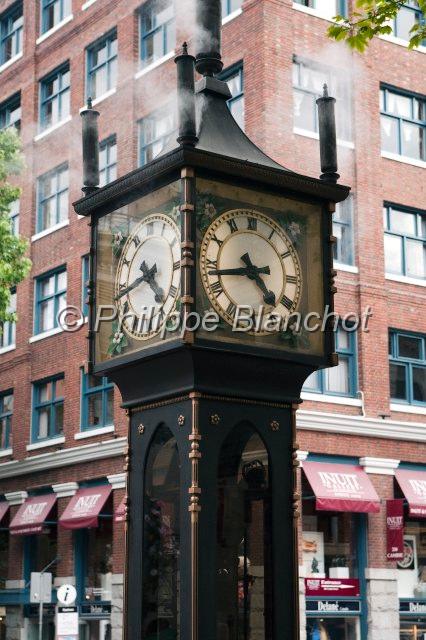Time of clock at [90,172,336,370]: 4:42
